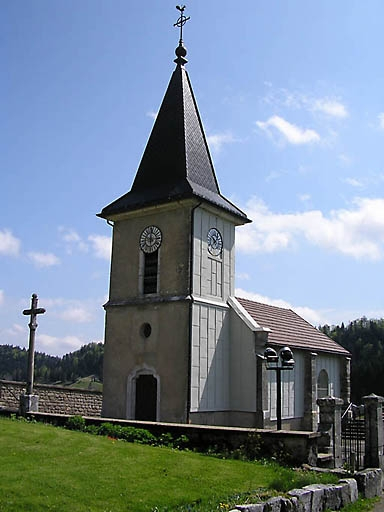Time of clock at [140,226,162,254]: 5:59
